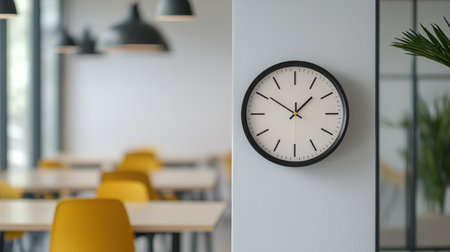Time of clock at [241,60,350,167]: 10:07
